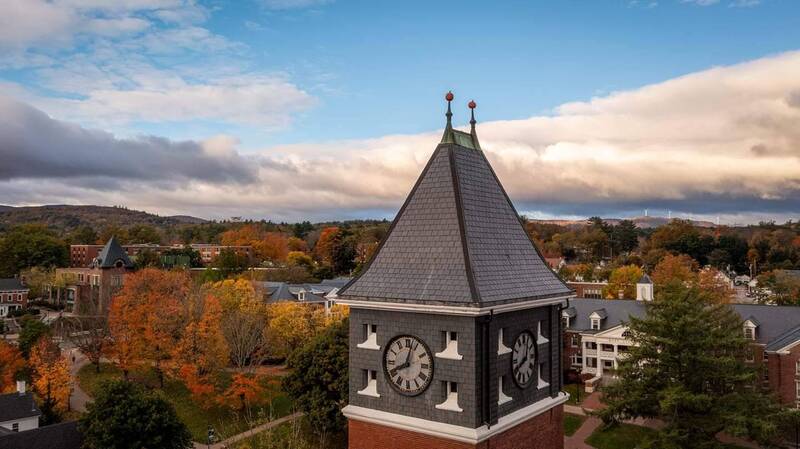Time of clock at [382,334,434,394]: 8:02
